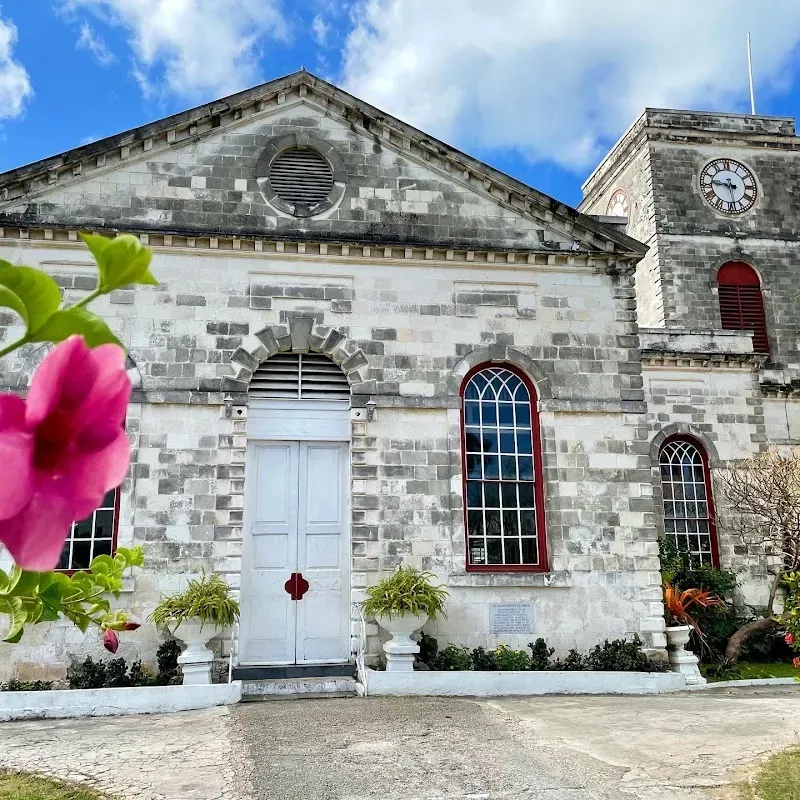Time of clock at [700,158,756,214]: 5:45
